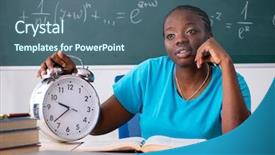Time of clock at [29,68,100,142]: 9:38
